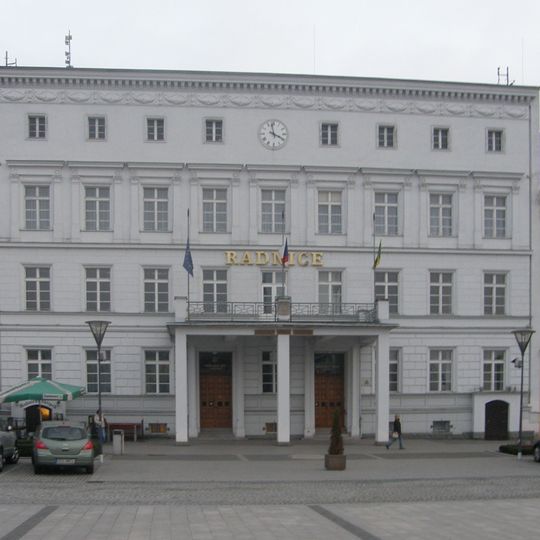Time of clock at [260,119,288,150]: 3:58
